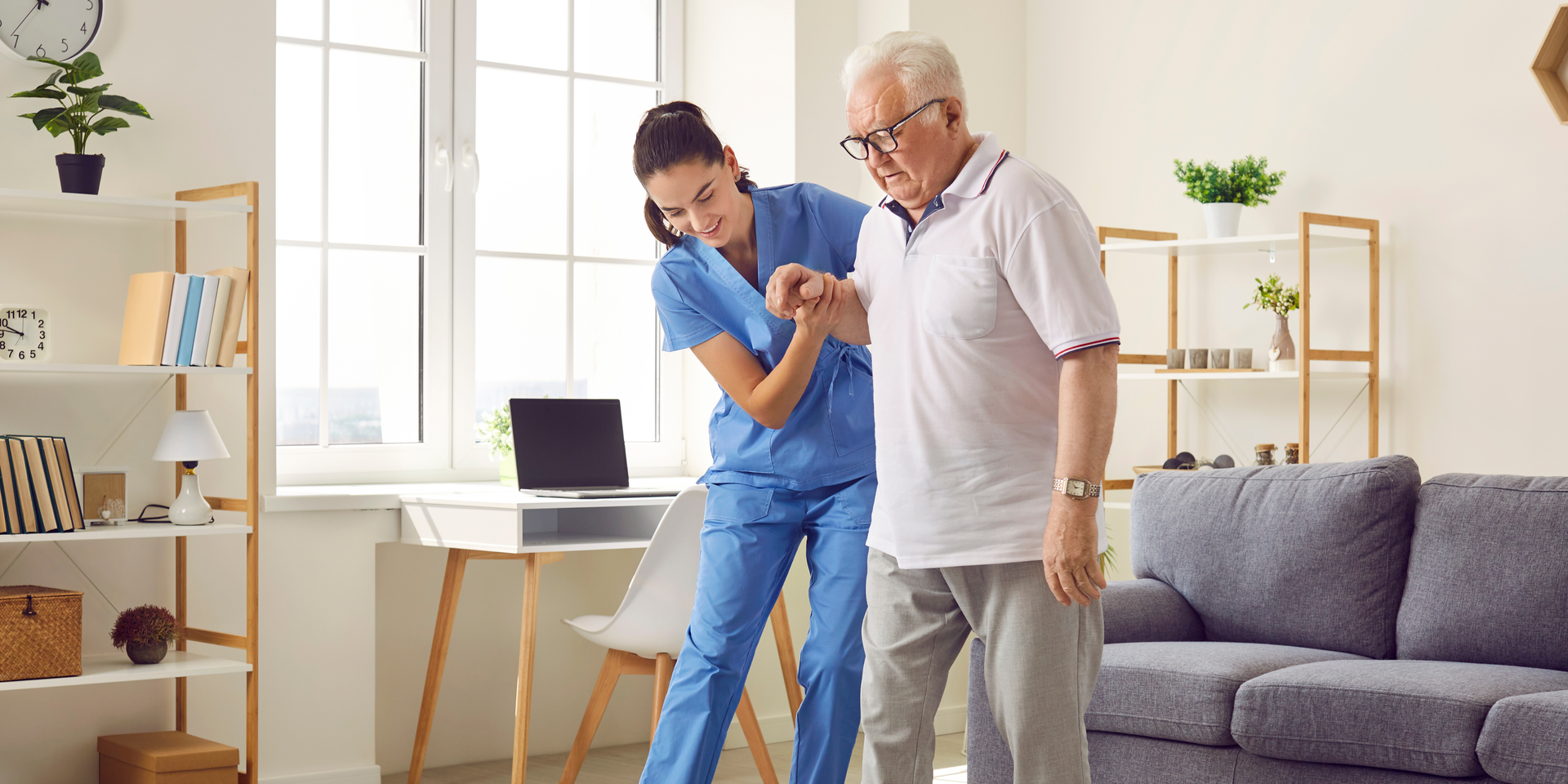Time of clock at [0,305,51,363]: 9:46
